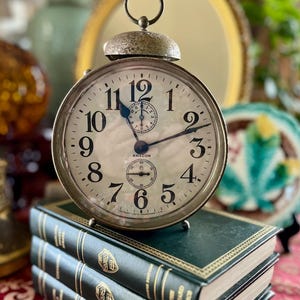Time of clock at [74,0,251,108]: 11:11
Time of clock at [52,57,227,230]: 11:11
